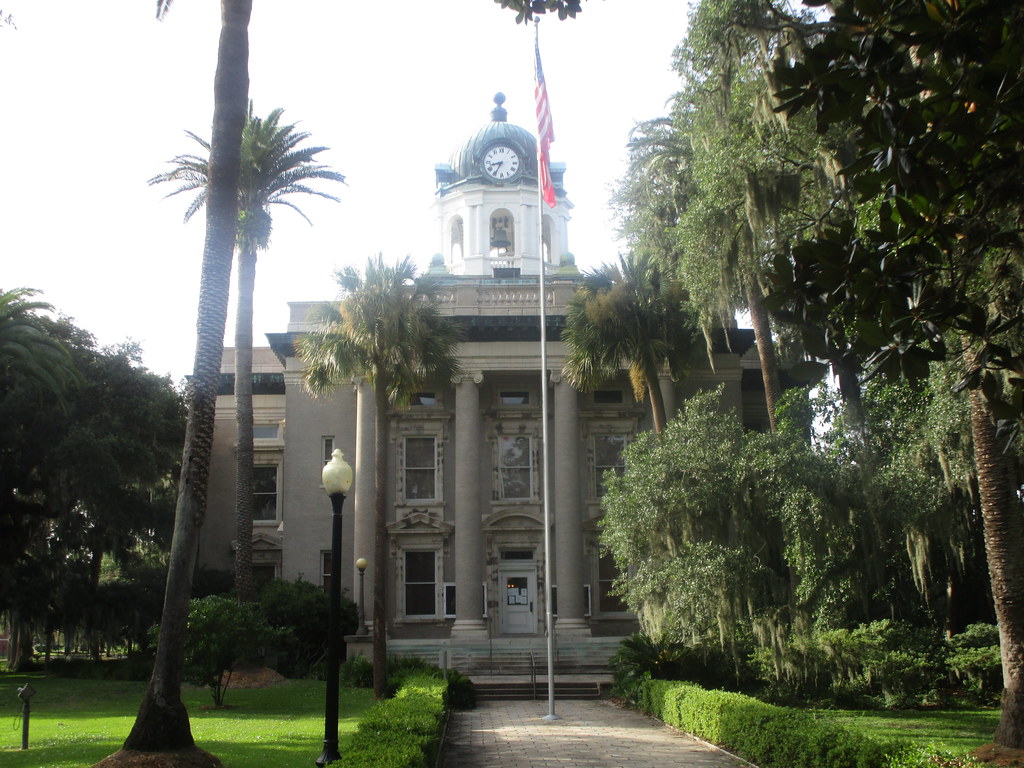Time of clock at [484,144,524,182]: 8:34
